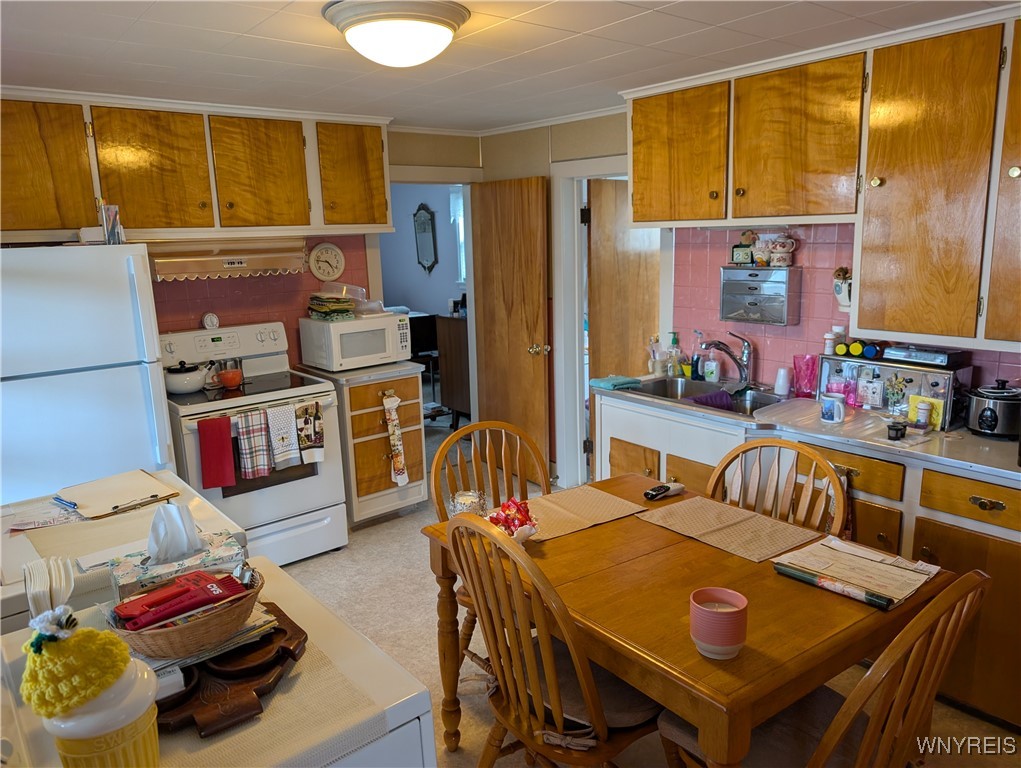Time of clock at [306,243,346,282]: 4:46
